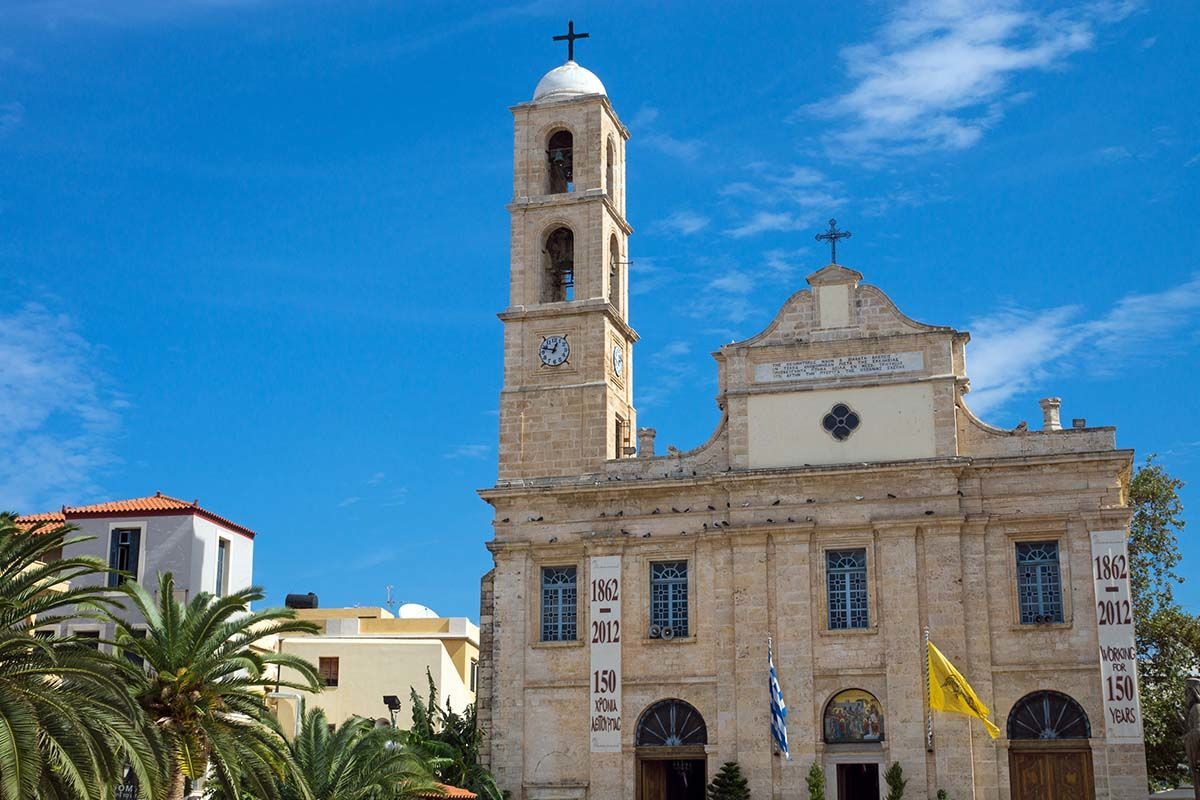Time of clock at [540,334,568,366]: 12:48
